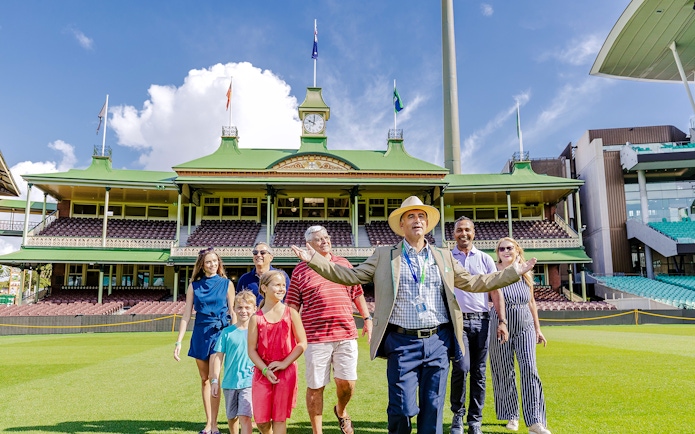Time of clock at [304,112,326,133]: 10:00
